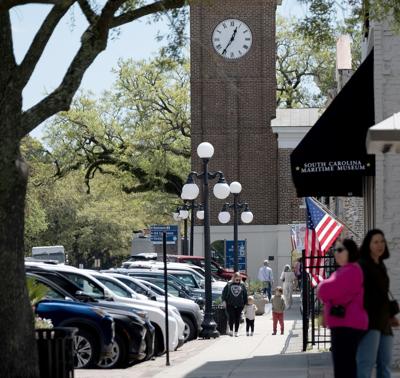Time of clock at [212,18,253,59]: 12:35
